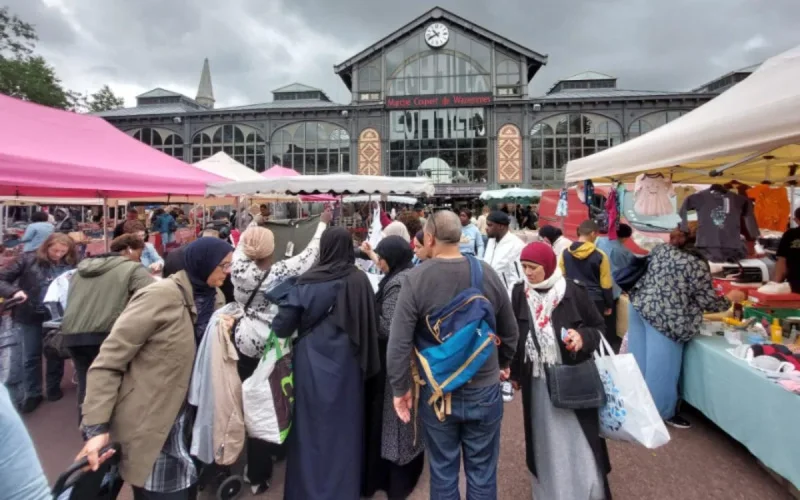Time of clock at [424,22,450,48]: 10:41
